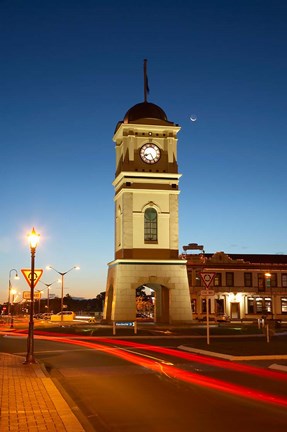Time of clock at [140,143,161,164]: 8:25
